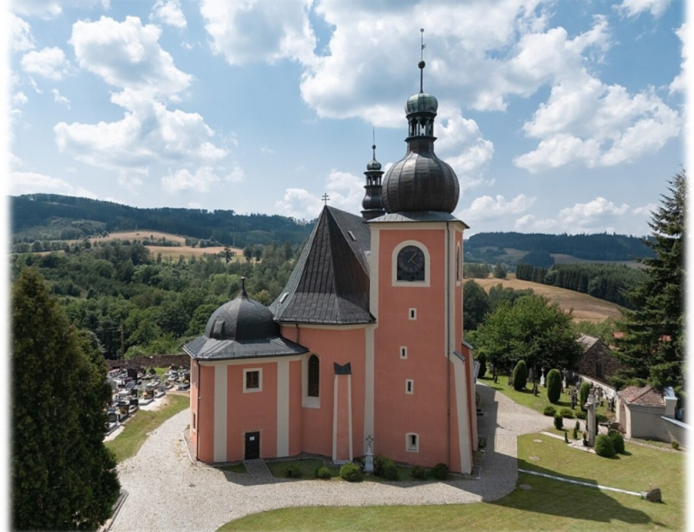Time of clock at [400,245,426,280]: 1:20
